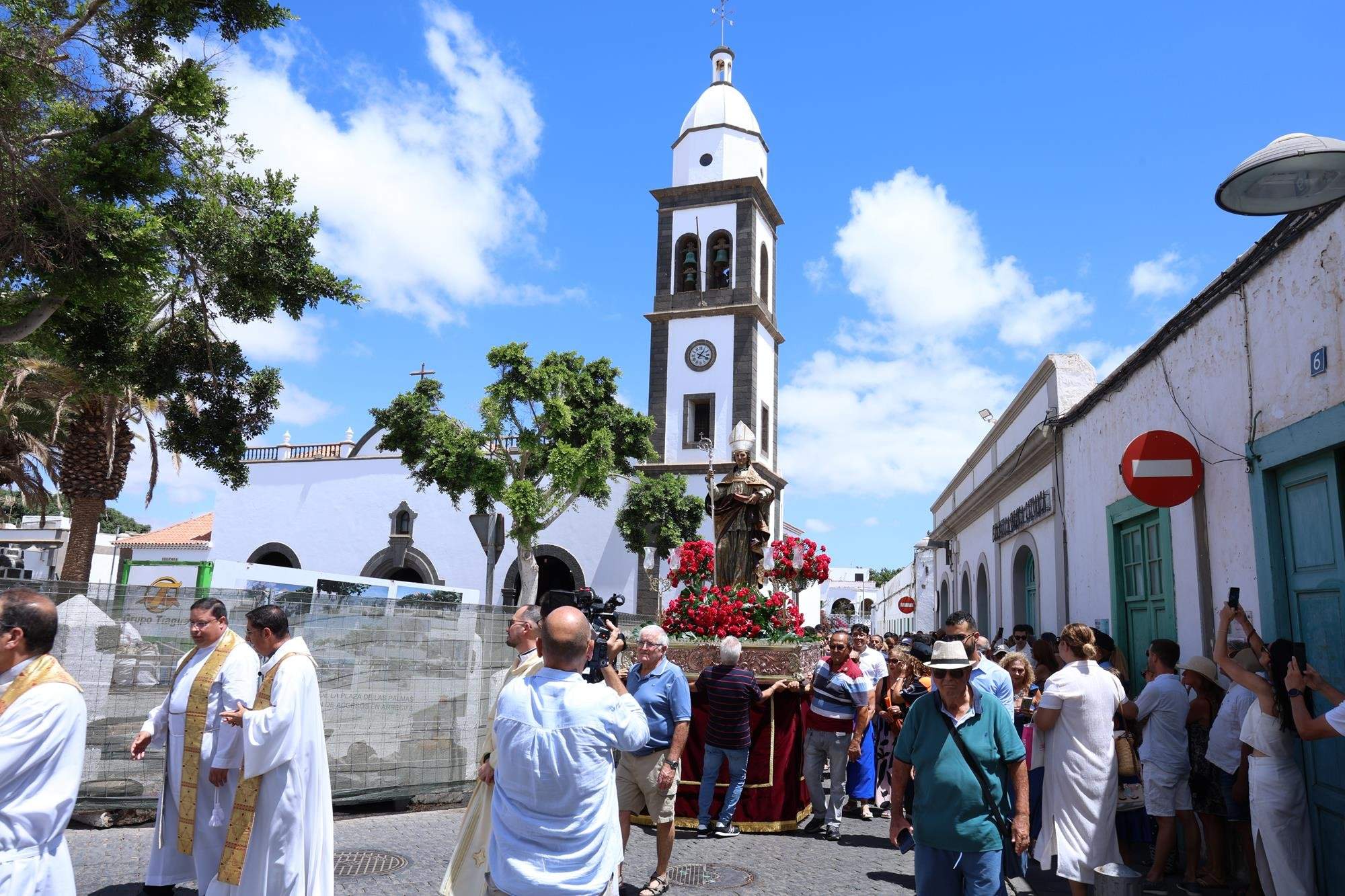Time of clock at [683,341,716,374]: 1:18
